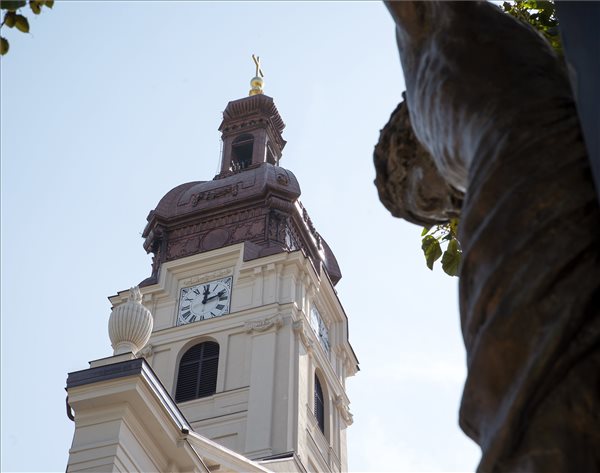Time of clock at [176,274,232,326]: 12:12
